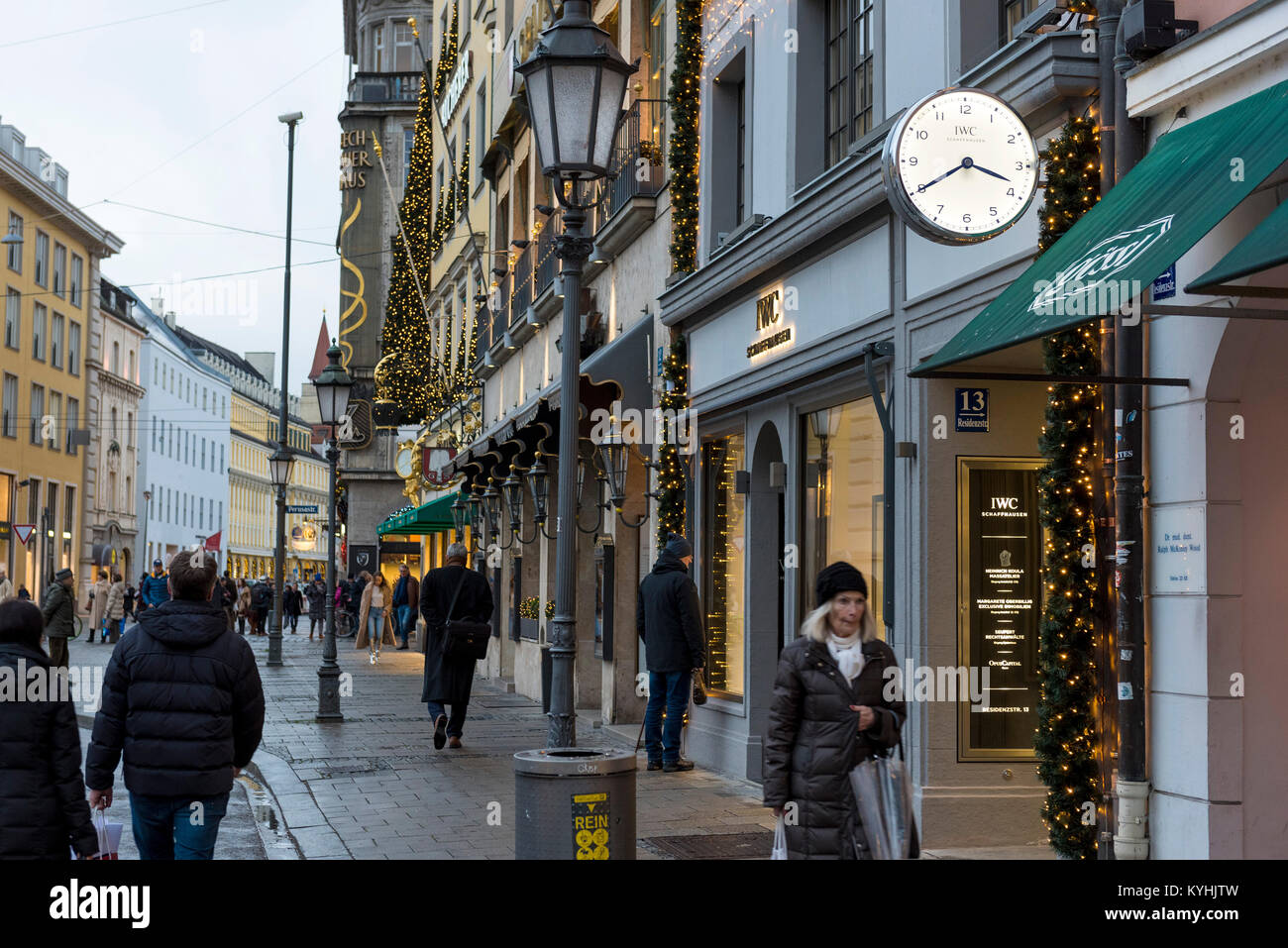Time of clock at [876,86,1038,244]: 3:39
